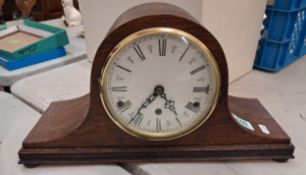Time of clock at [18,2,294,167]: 4:35
